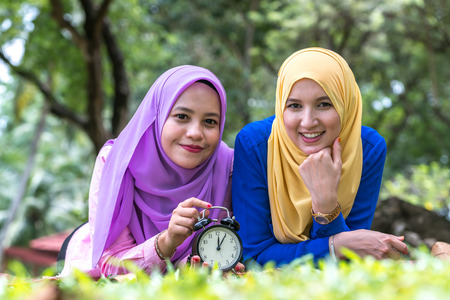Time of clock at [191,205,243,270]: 12:05
